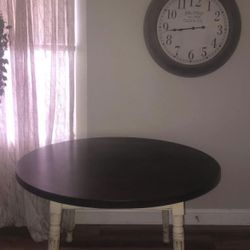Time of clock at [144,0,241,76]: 8:43
